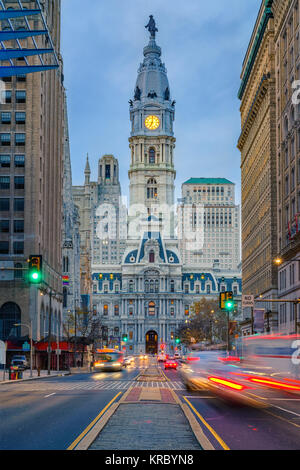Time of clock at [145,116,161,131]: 7:00
